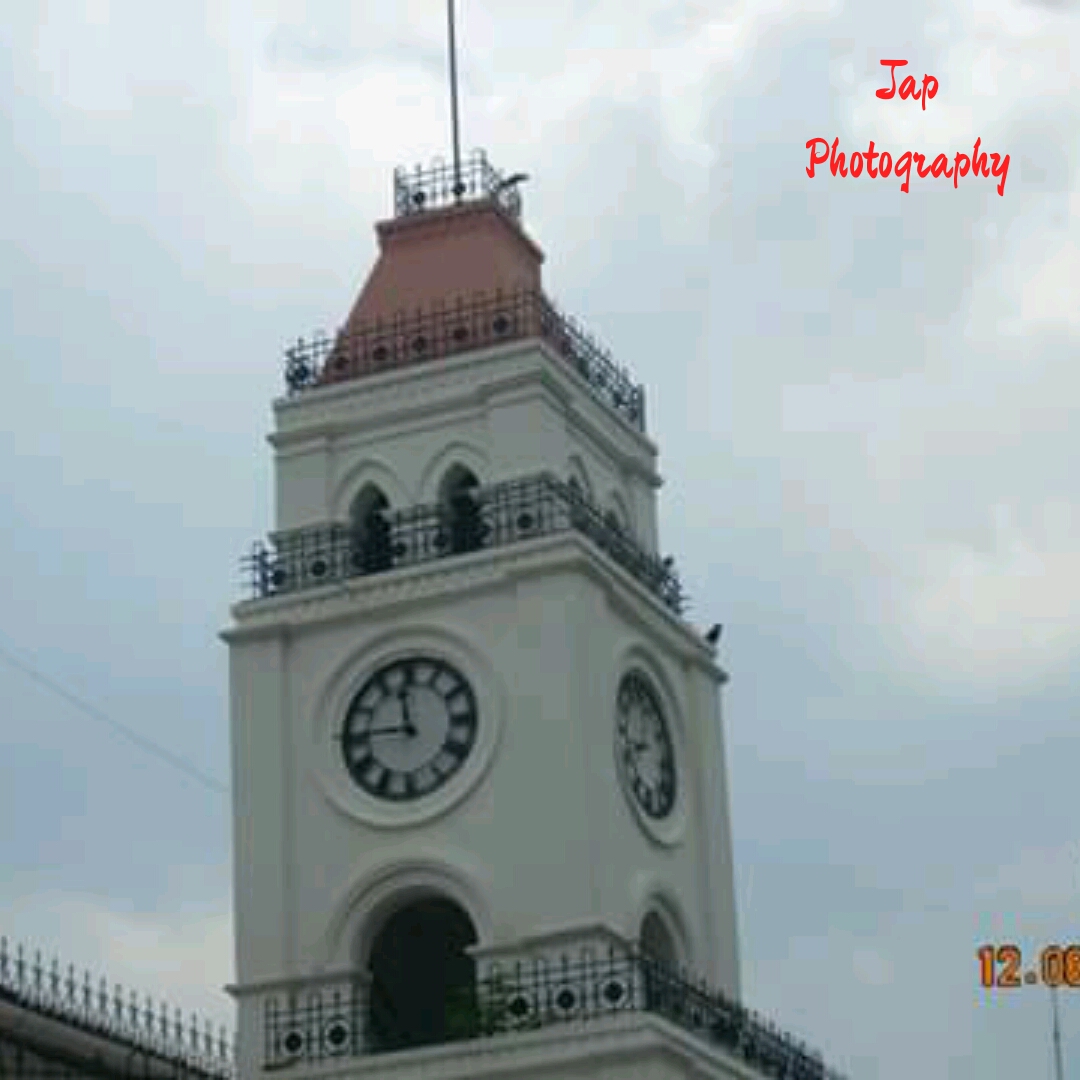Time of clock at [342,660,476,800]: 11:45
